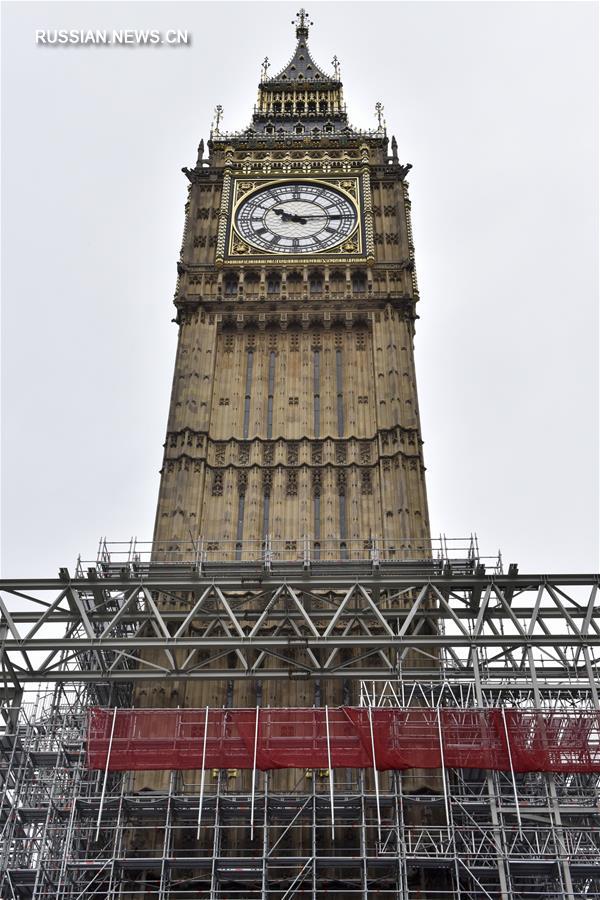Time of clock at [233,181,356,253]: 10:14
